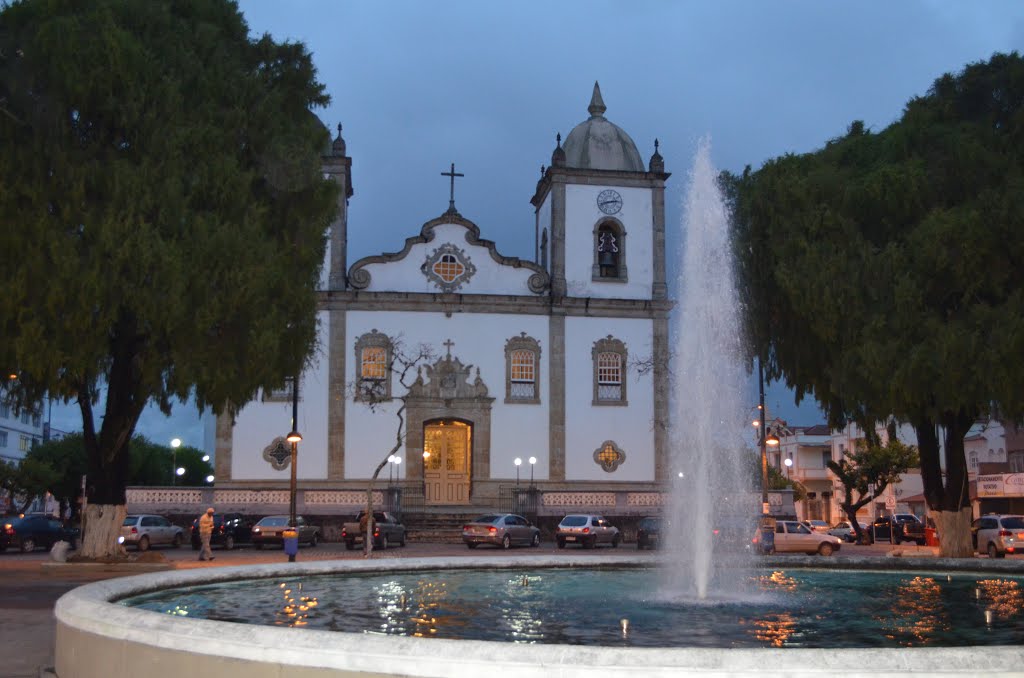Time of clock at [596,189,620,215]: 2:42
